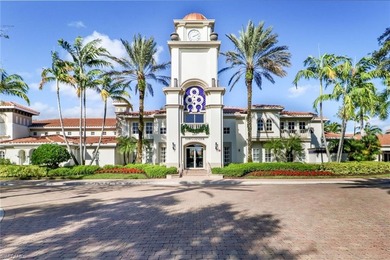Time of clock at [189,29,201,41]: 2:10
